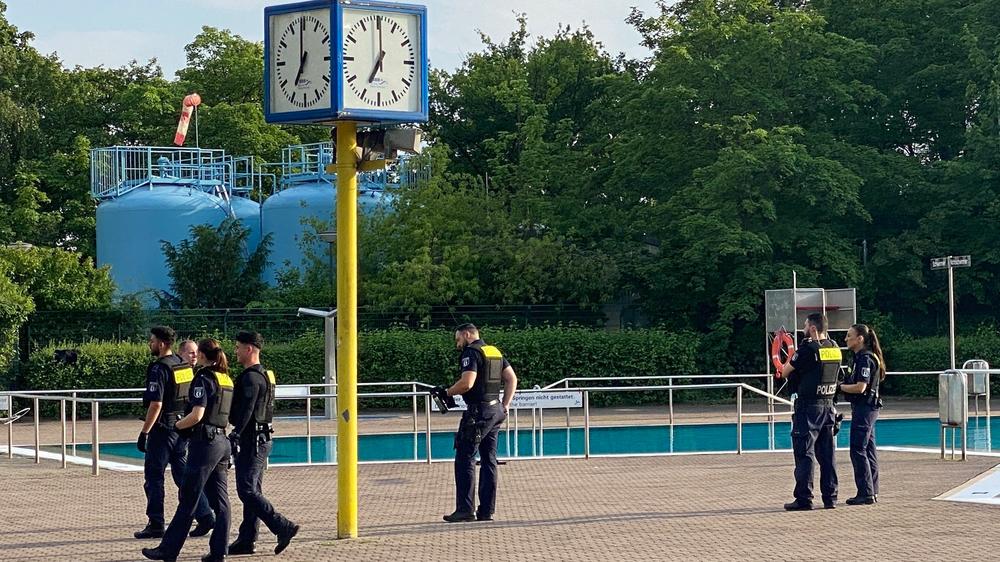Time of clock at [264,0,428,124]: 7:00
